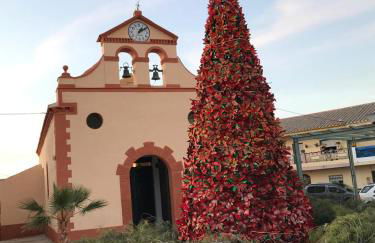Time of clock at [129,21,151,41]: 1:09
